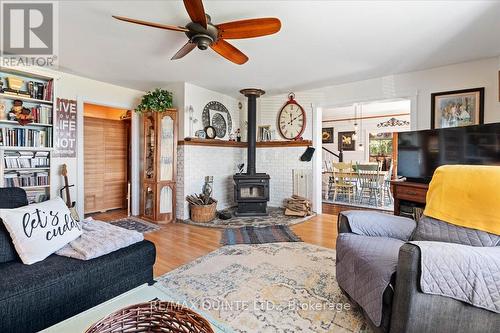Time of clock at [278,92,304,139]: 12:10
